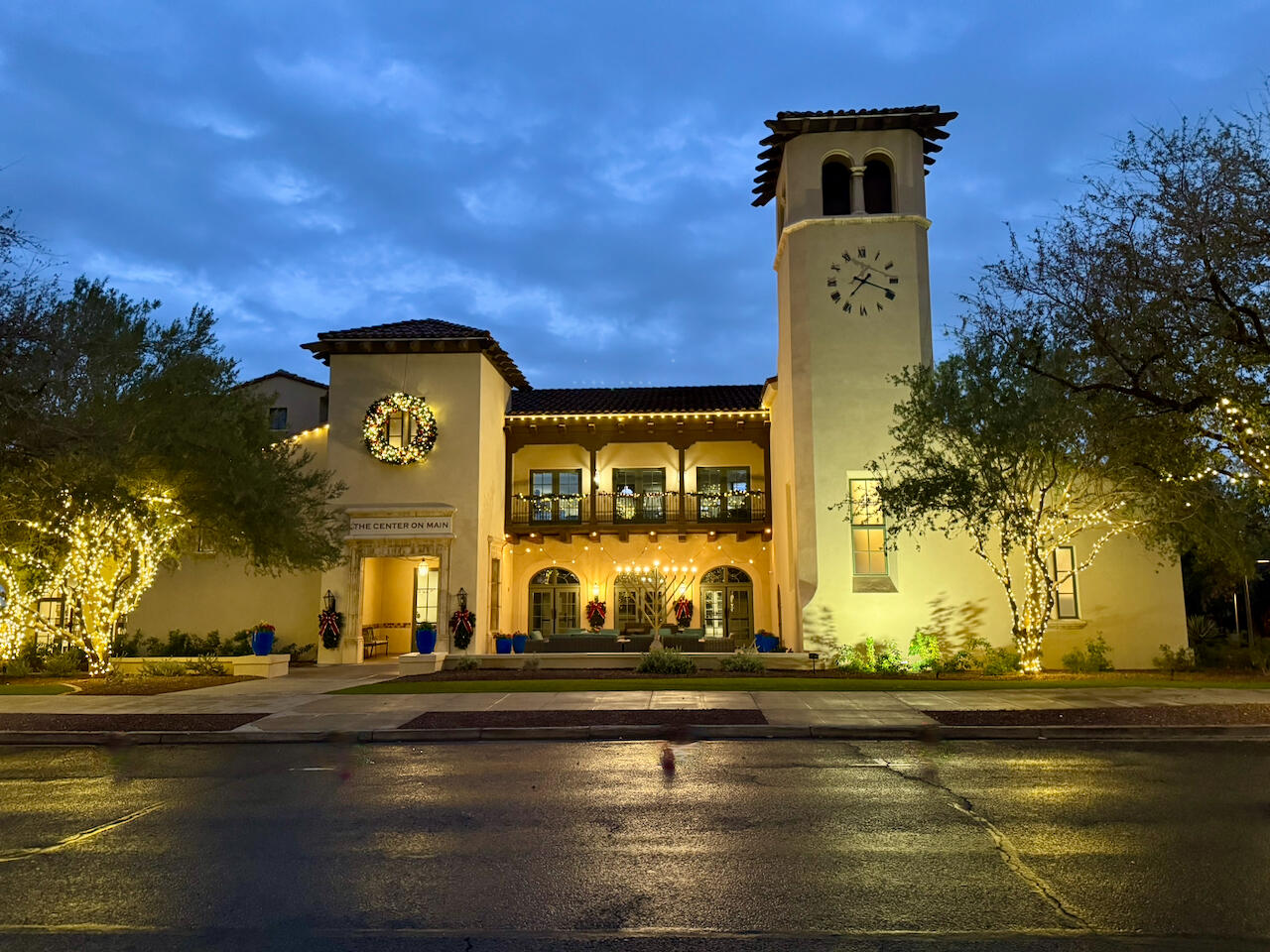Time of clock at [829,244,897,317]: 7:18
